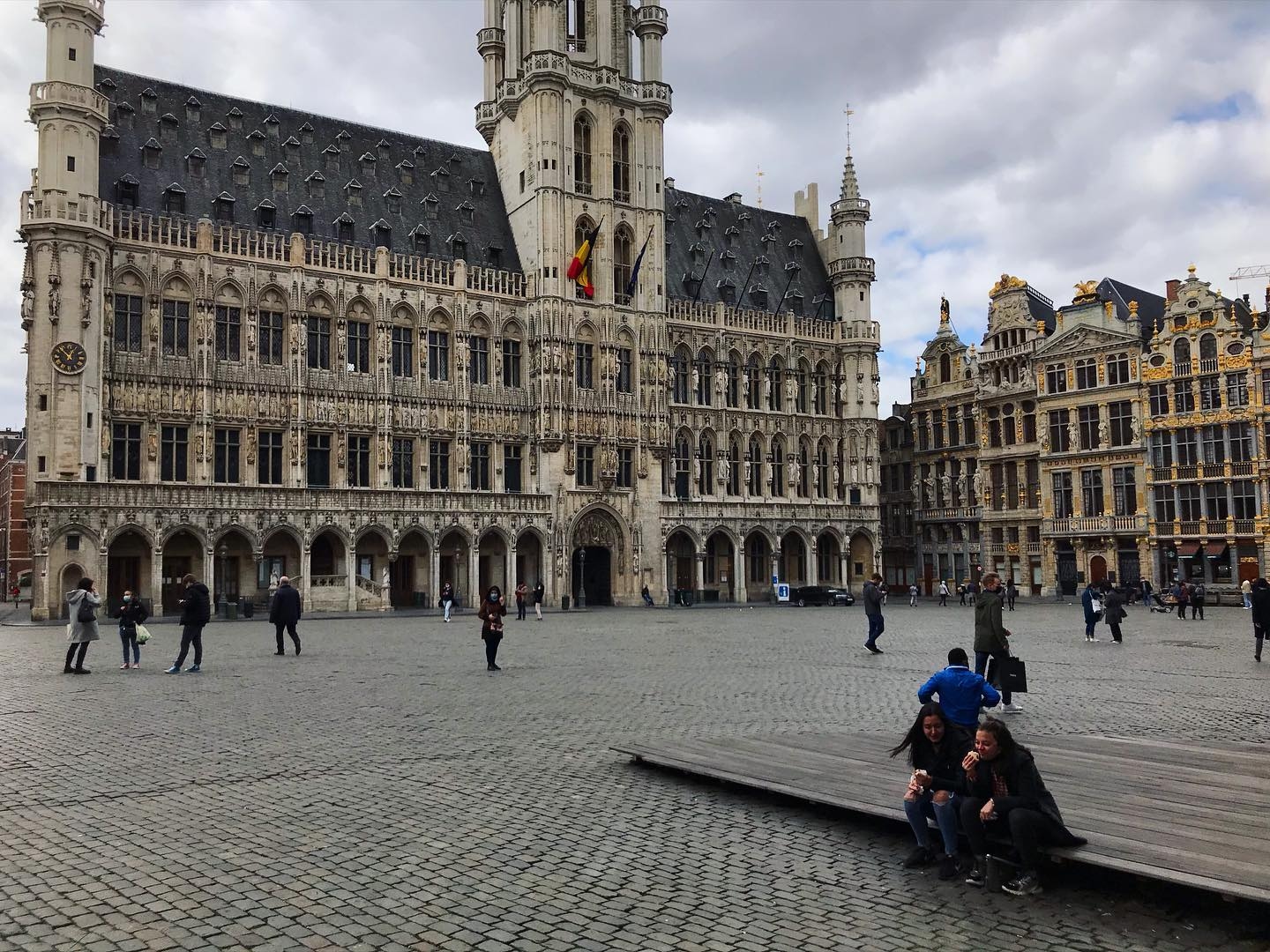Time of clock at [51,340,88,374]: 12:52
